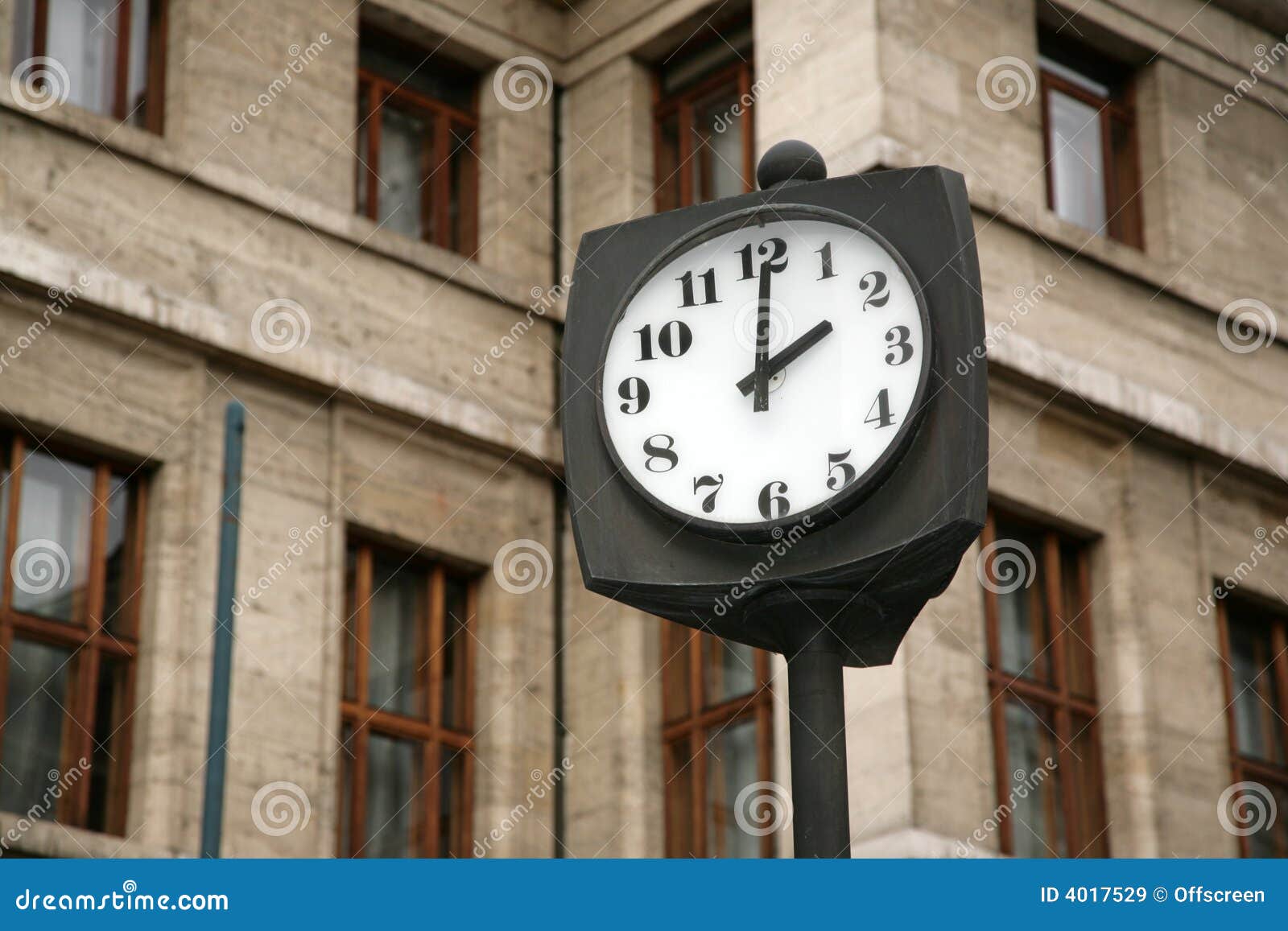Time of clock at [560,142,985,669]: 2:00
